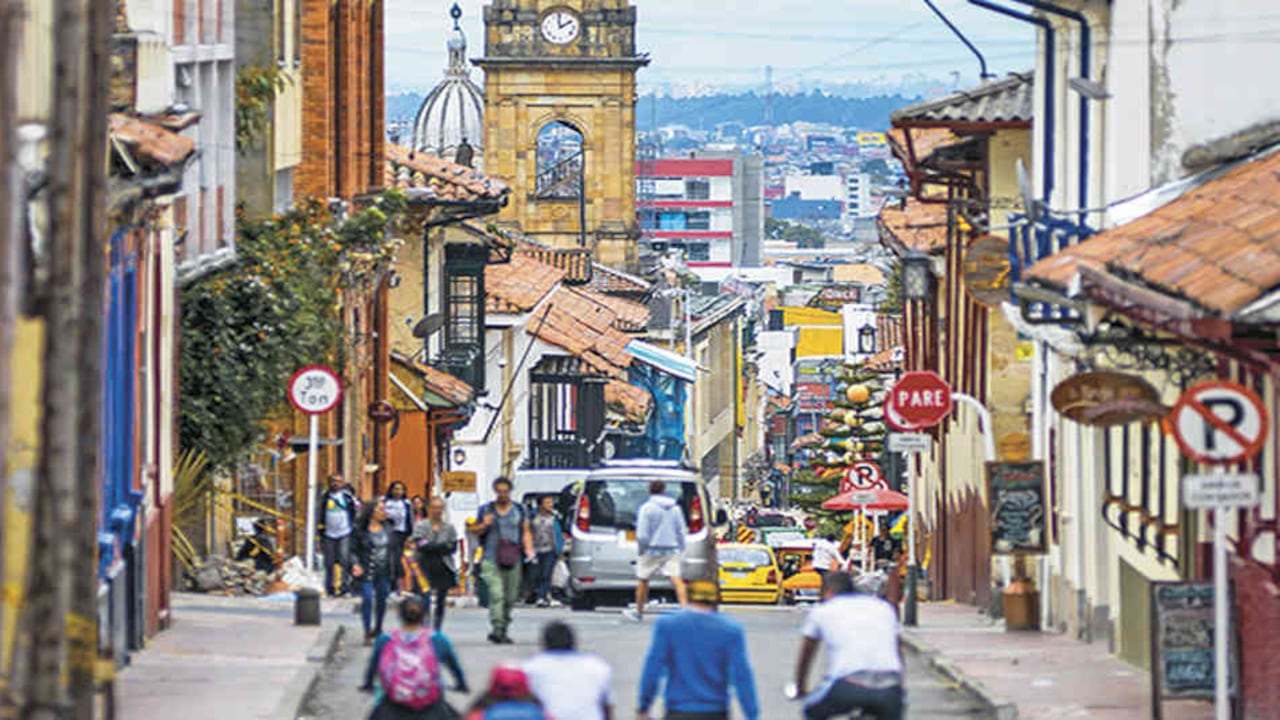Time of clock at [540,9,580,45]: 1:59
